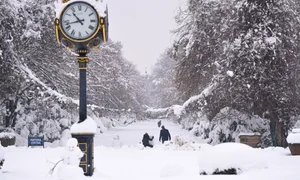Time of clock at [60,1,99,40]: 10:42
